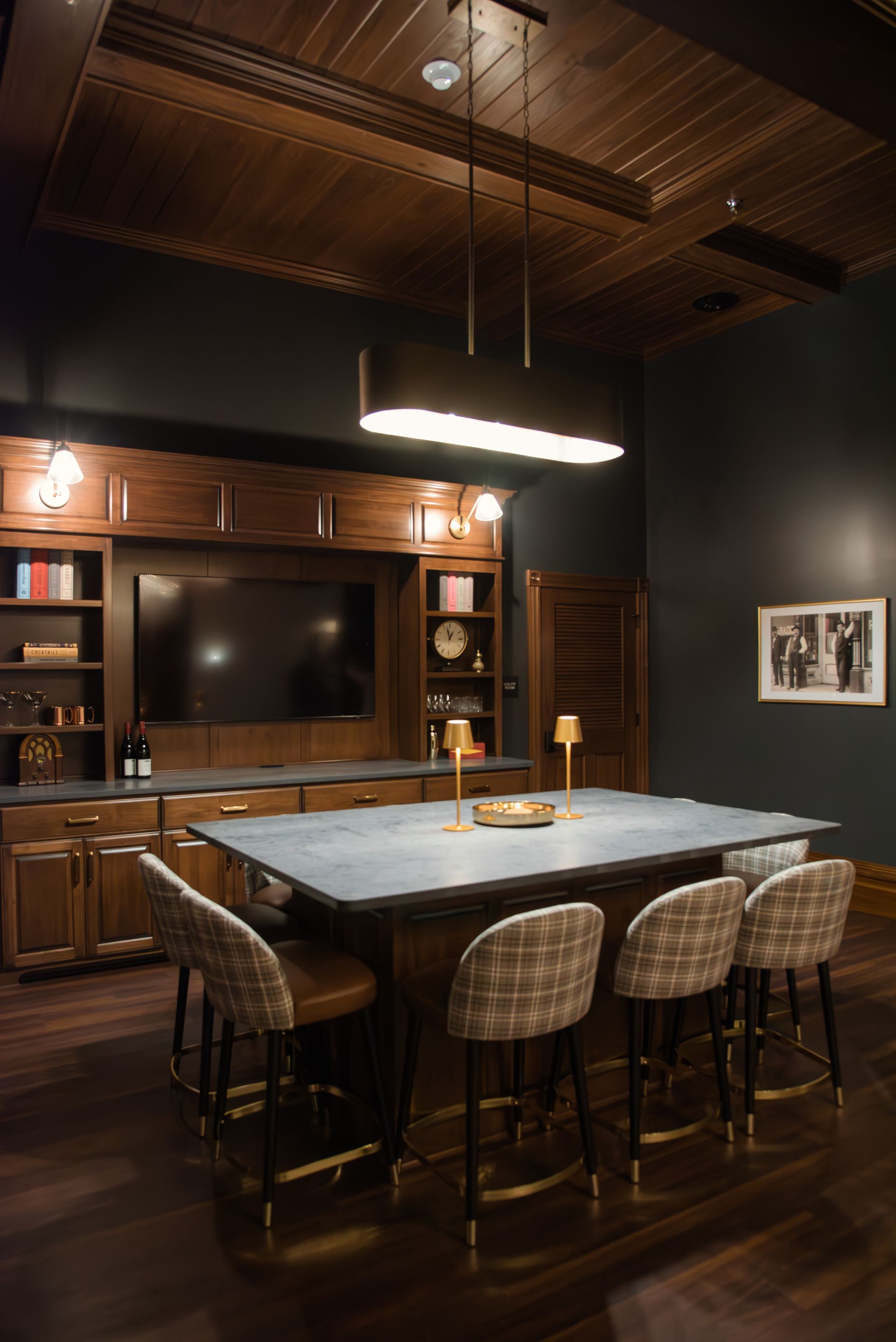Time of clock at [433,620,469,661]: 12:57
